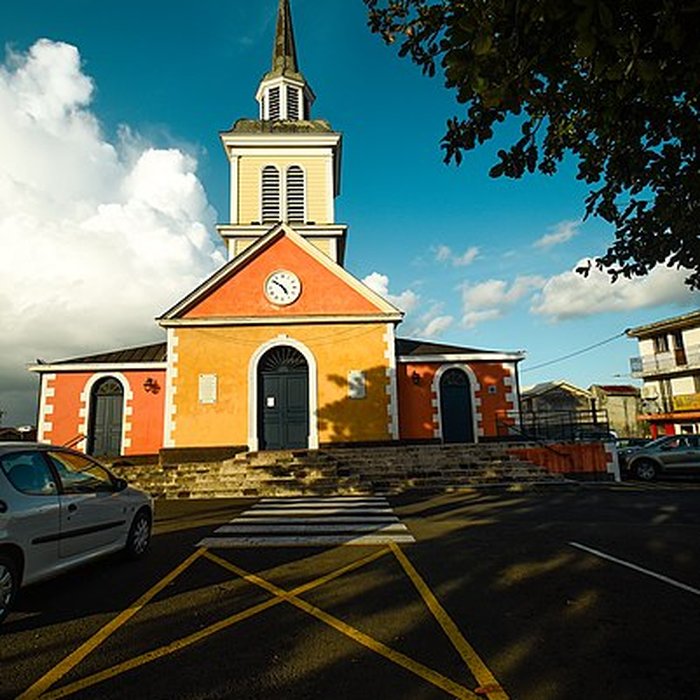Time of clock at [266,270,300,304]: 4:51
